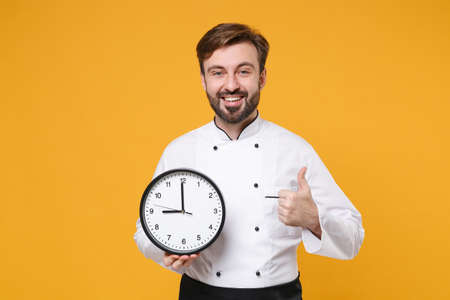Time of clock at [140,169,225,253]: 8:59
